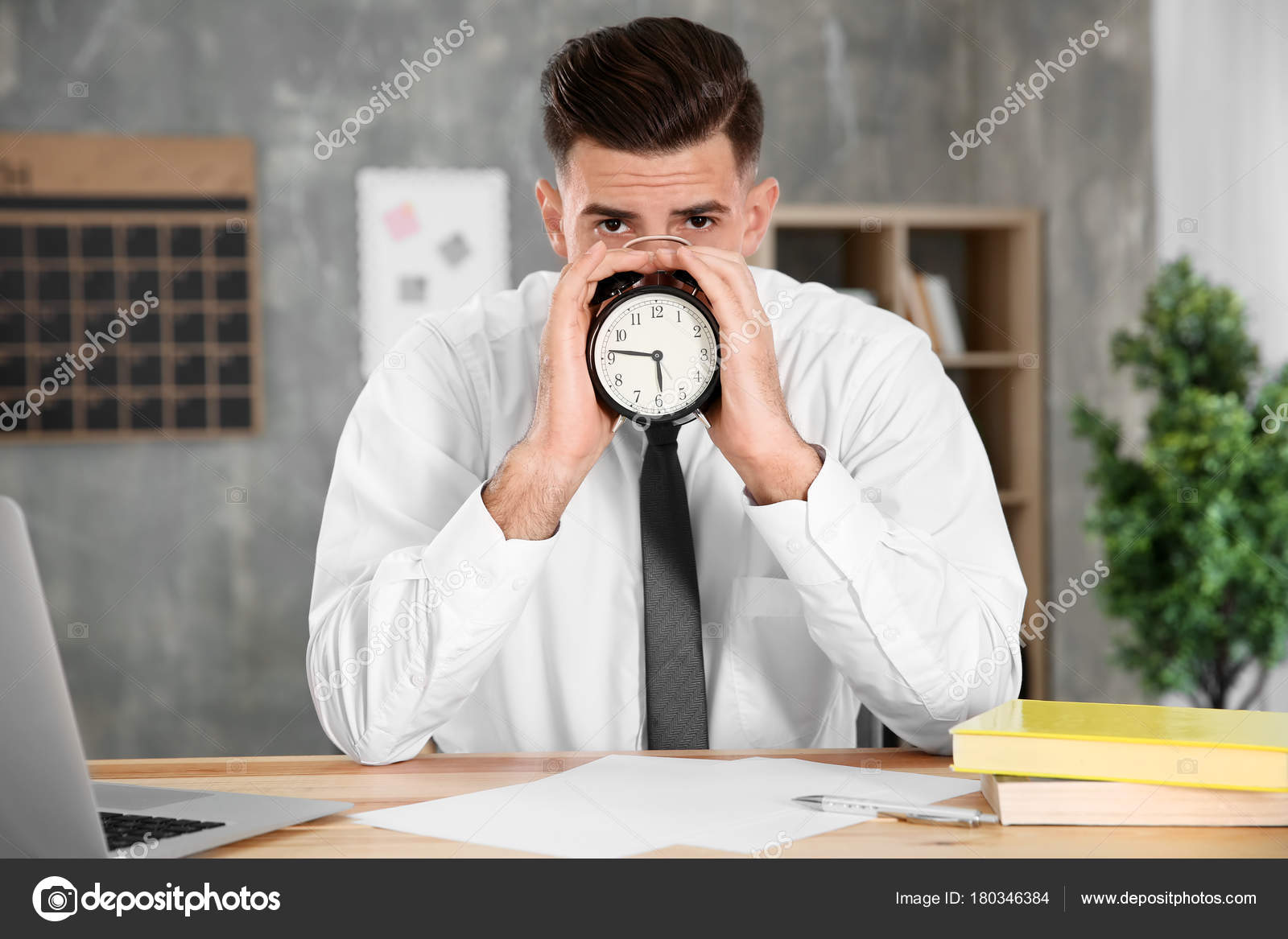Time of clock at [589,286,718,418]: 5:46
